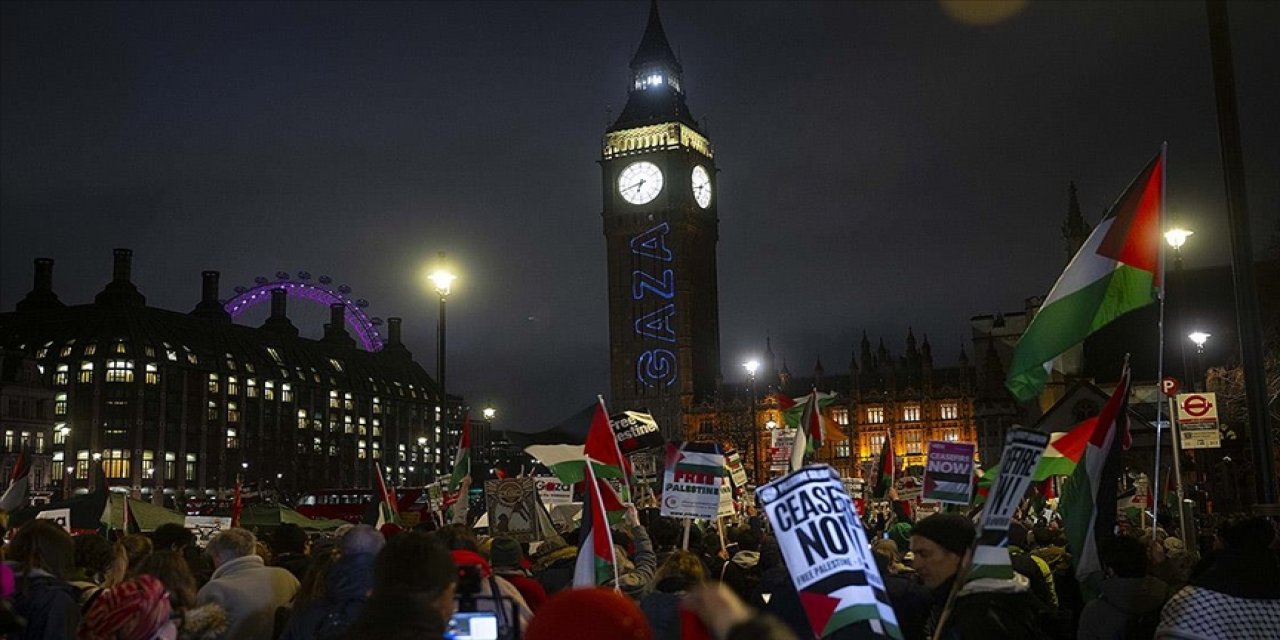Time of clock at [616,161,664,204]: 6:42
